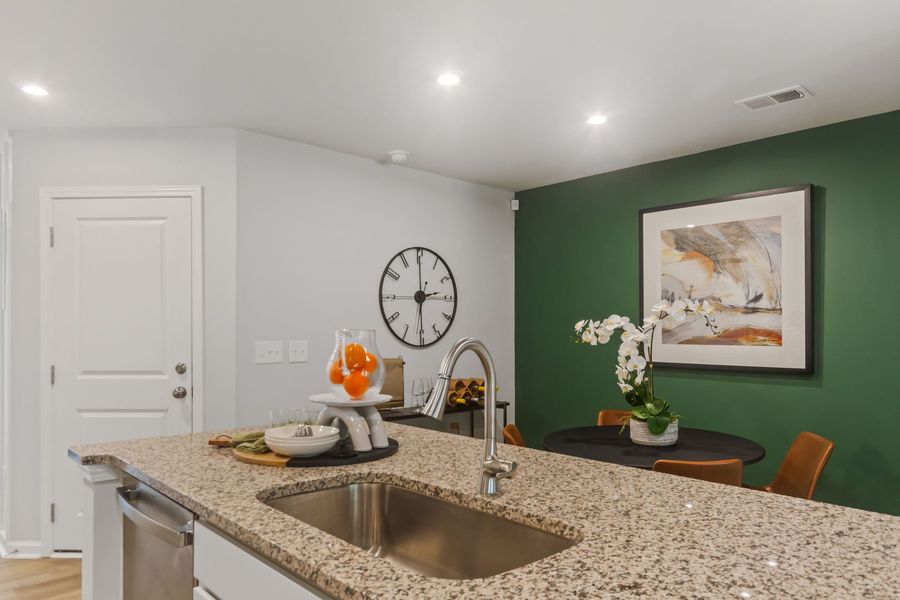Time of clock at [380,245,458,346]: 2:29
